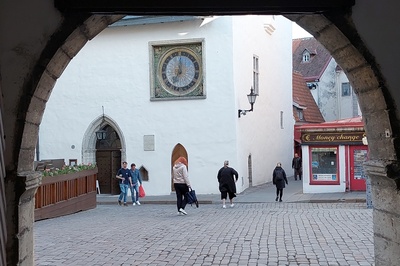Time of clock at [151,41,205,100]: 7:00
